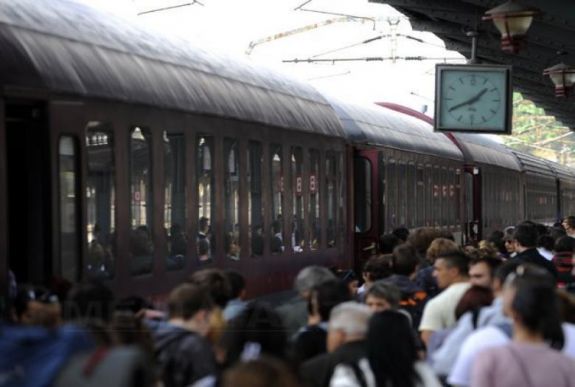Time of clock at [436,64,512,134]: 1:40
